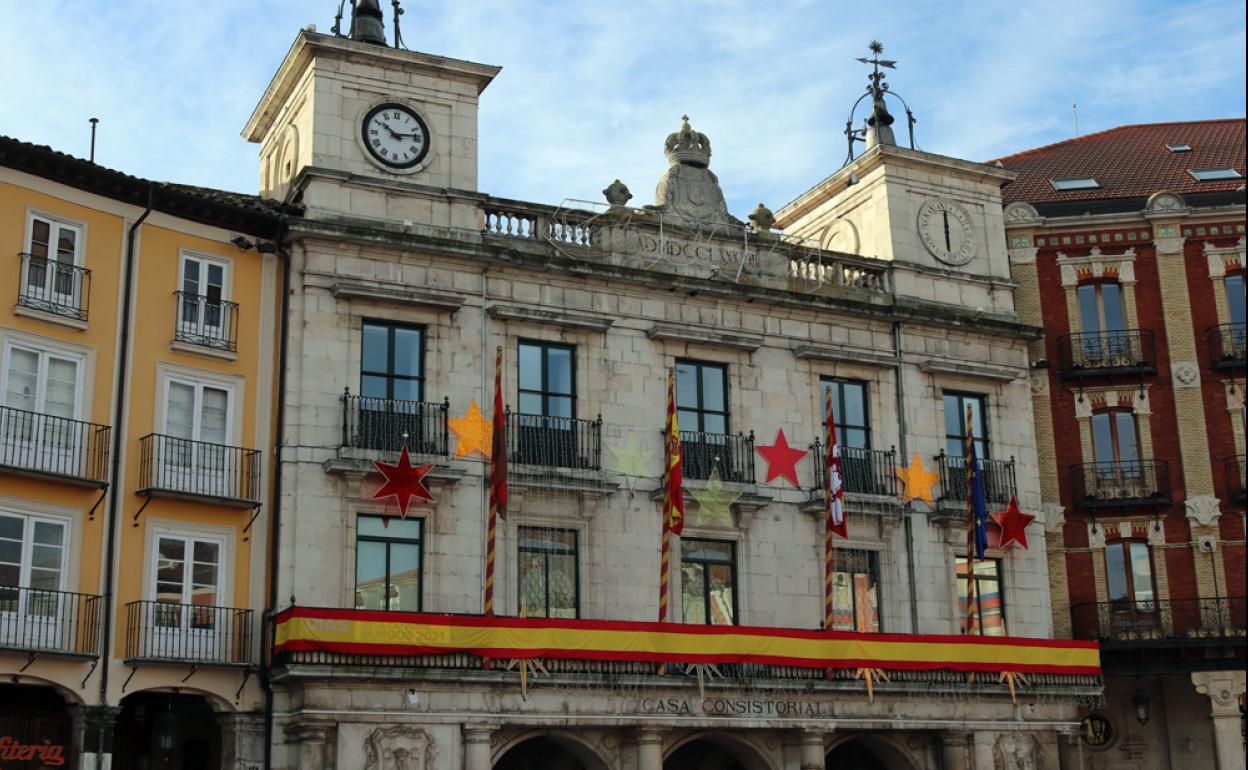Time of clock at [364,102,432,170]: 10:13
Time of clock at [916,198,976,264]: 6:00
